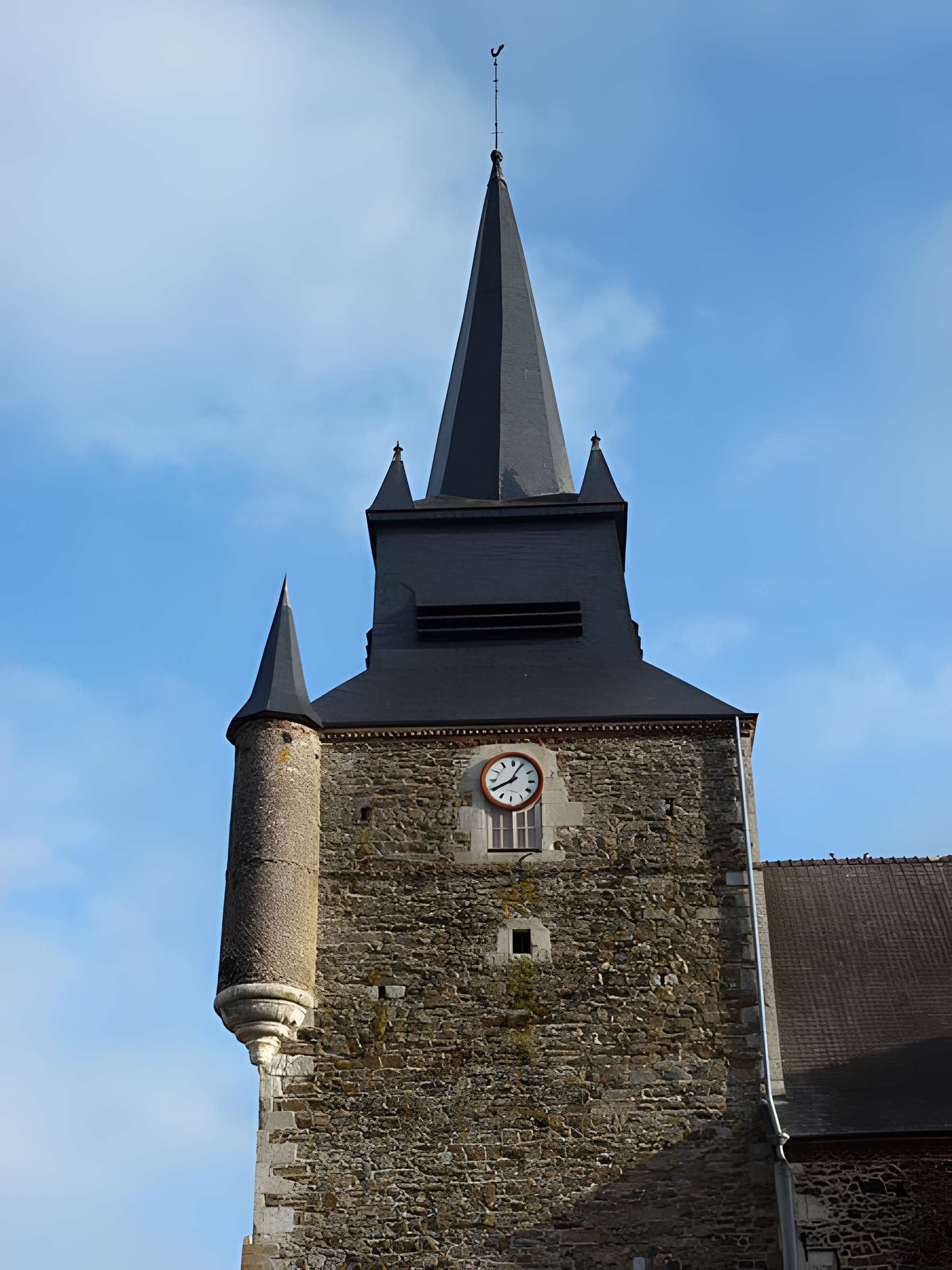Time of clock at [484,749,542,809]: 8:04
